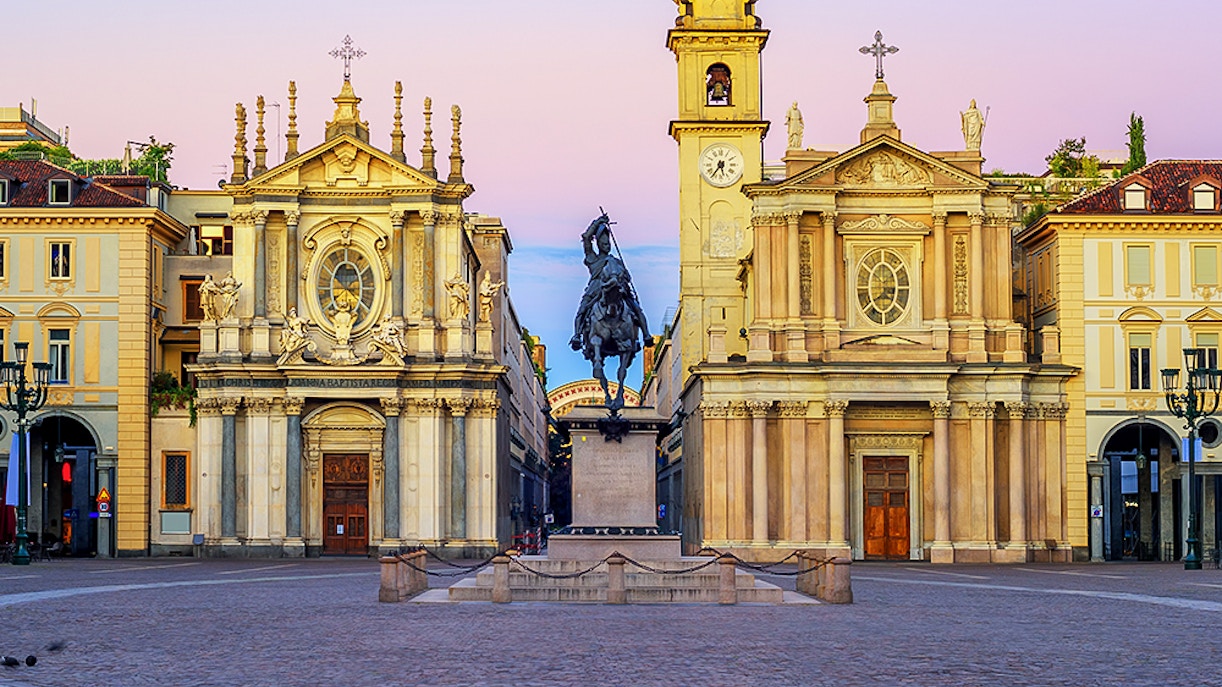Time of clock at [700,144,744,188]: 5:36
